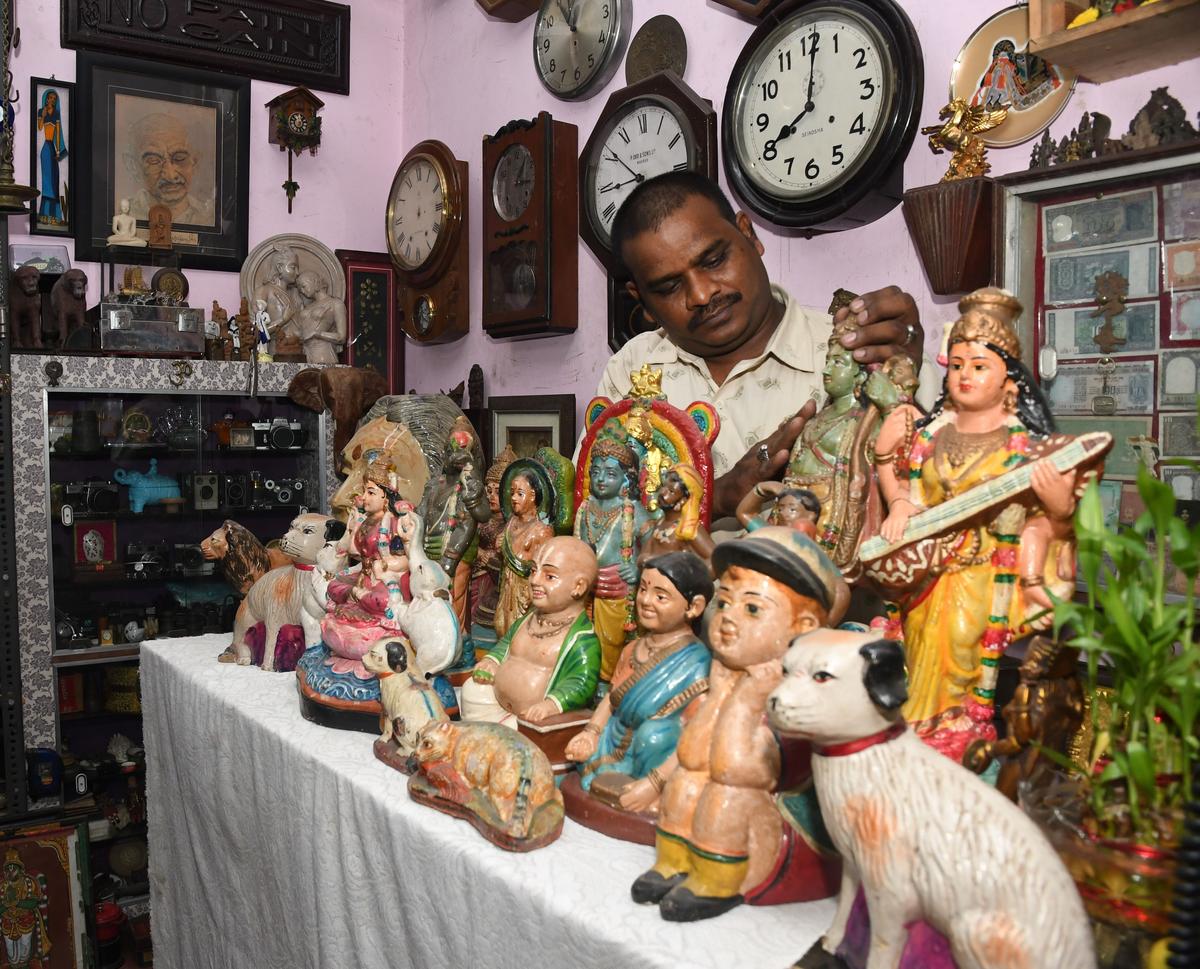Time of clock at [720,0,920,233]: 8:01
